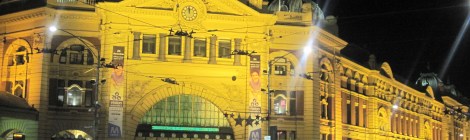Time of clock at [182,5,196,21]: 11:58
